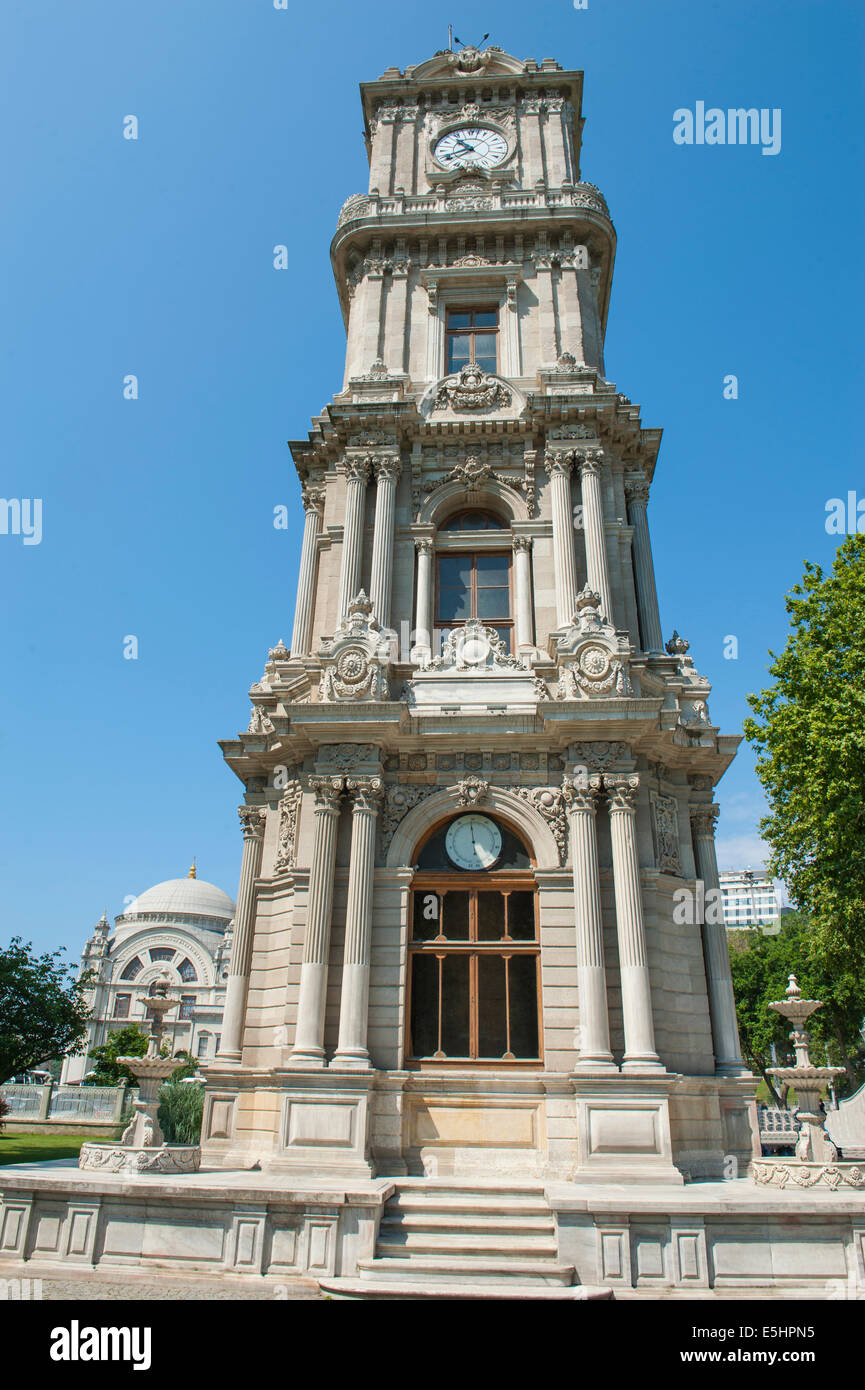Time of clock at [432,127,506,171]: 10:40
